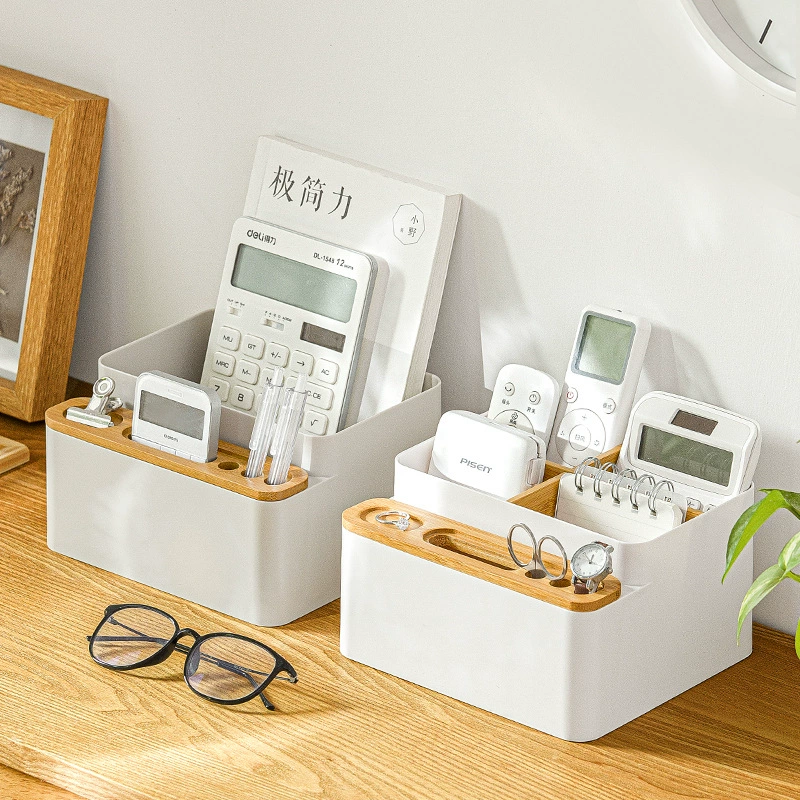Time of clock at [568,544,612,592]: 12:55
